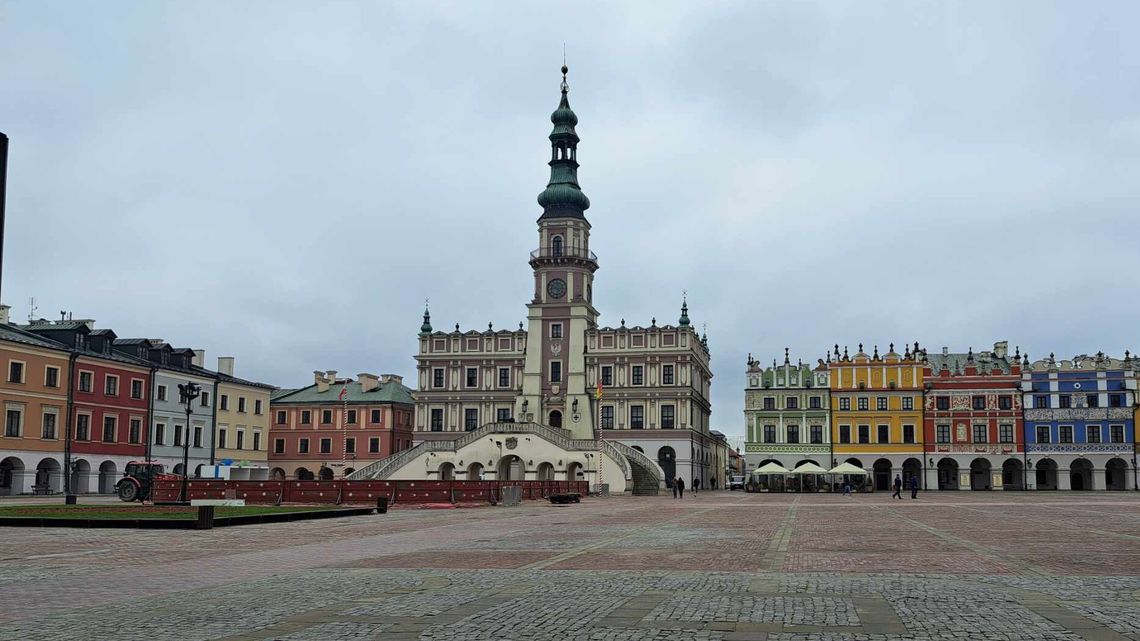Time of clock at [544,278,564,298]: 4:14
